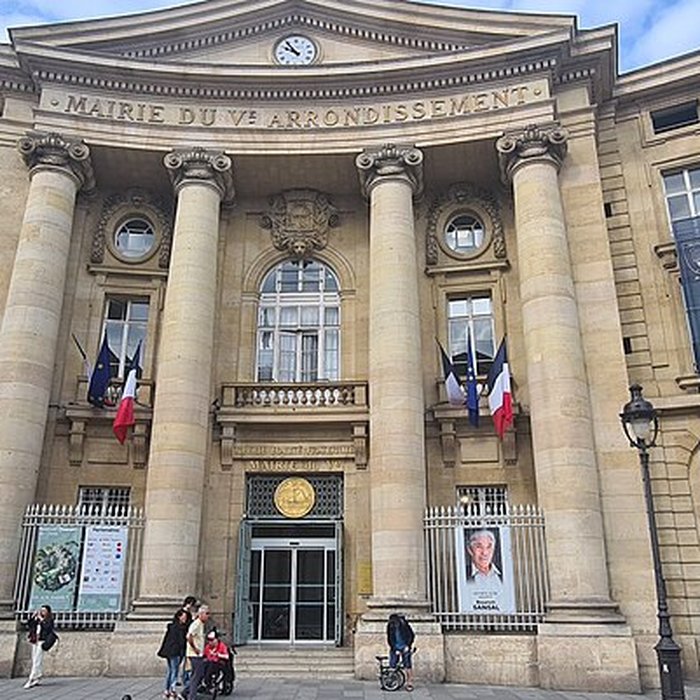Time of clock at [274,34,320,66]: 9:54
